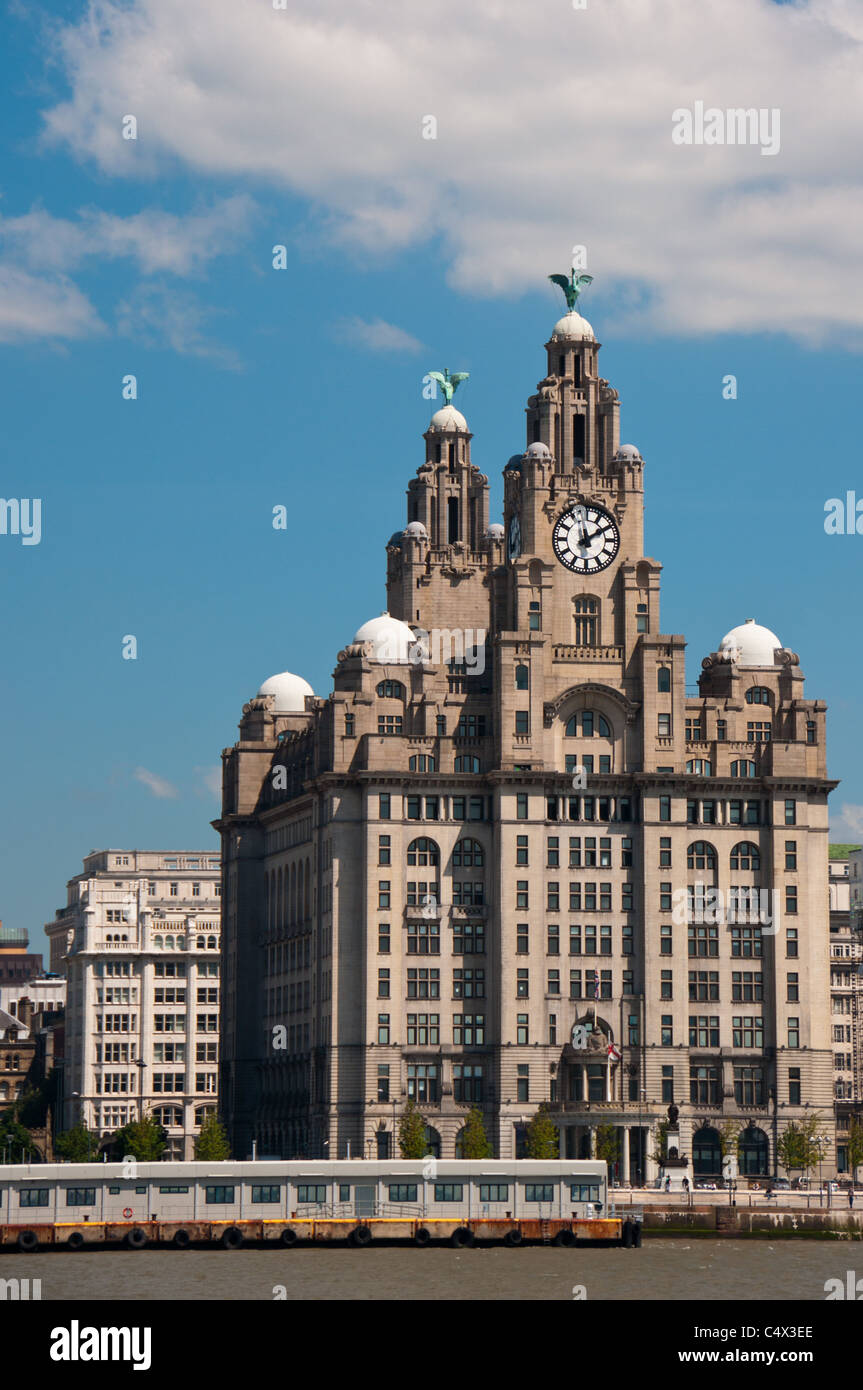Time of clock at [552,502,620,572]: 12:09
